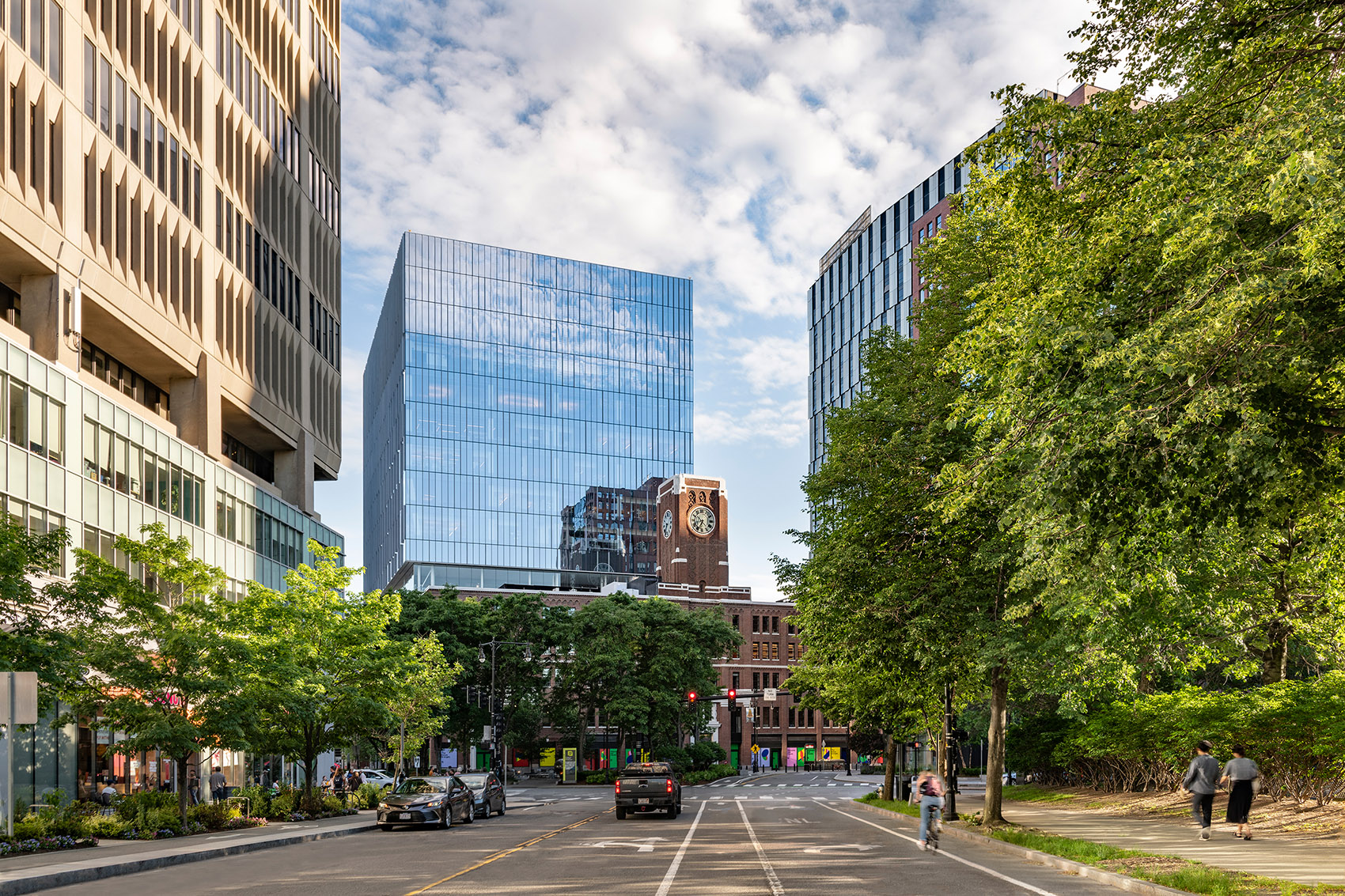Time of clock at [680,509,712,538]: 6:52
